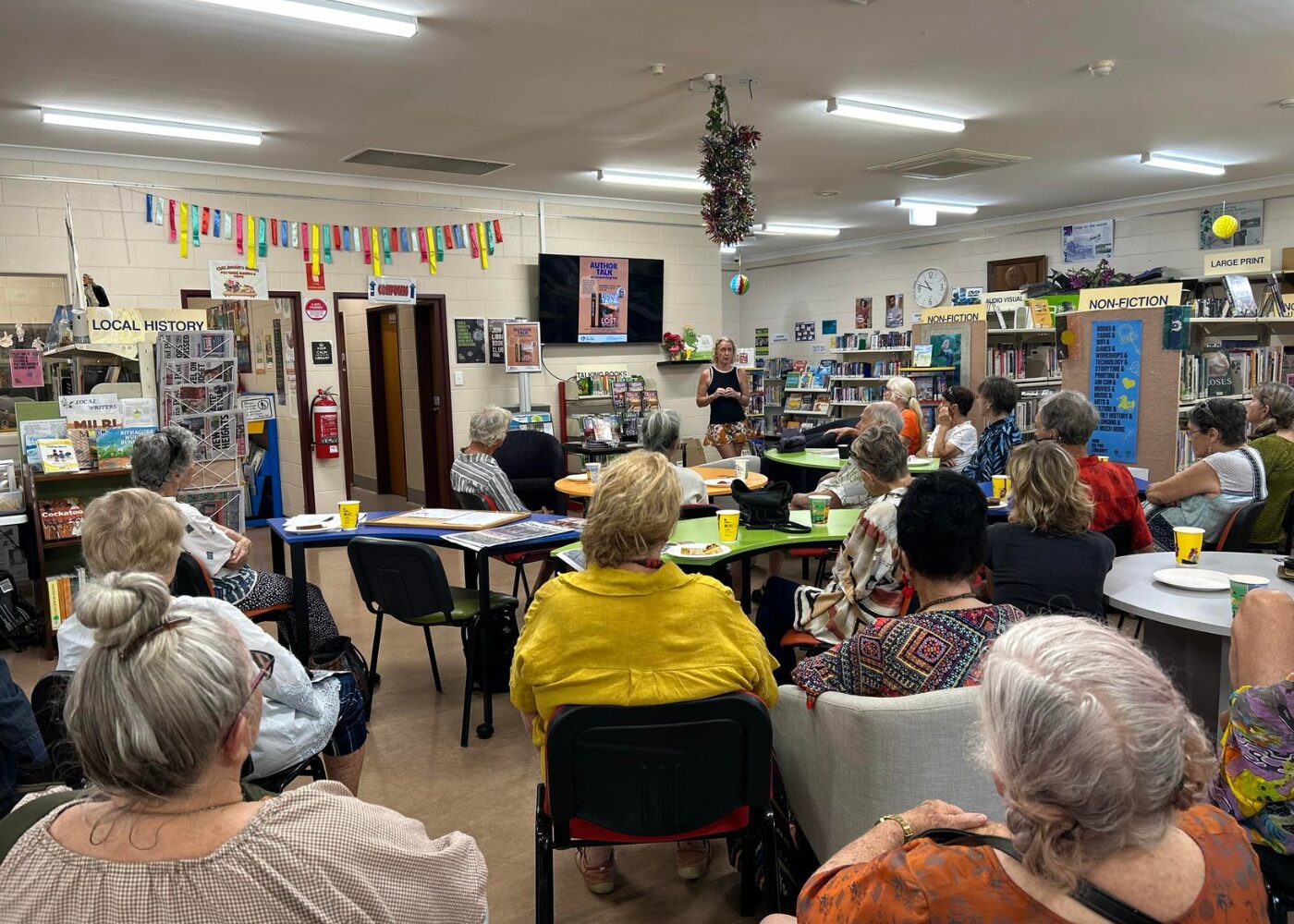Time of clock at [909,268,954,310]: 10:48
